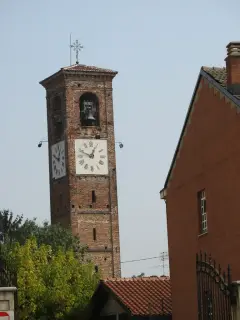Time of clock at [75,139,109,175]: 12:48
